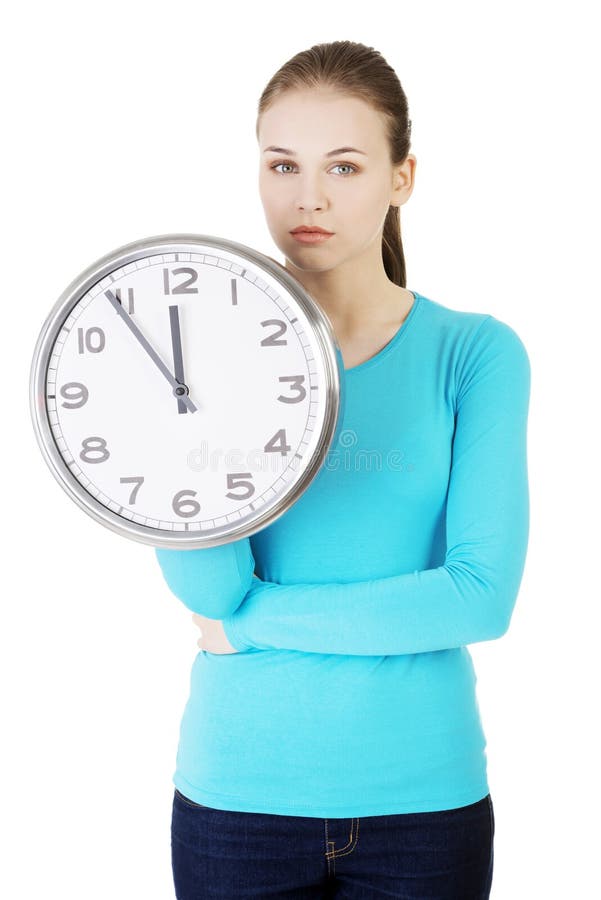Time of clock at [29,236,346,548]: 11:54
